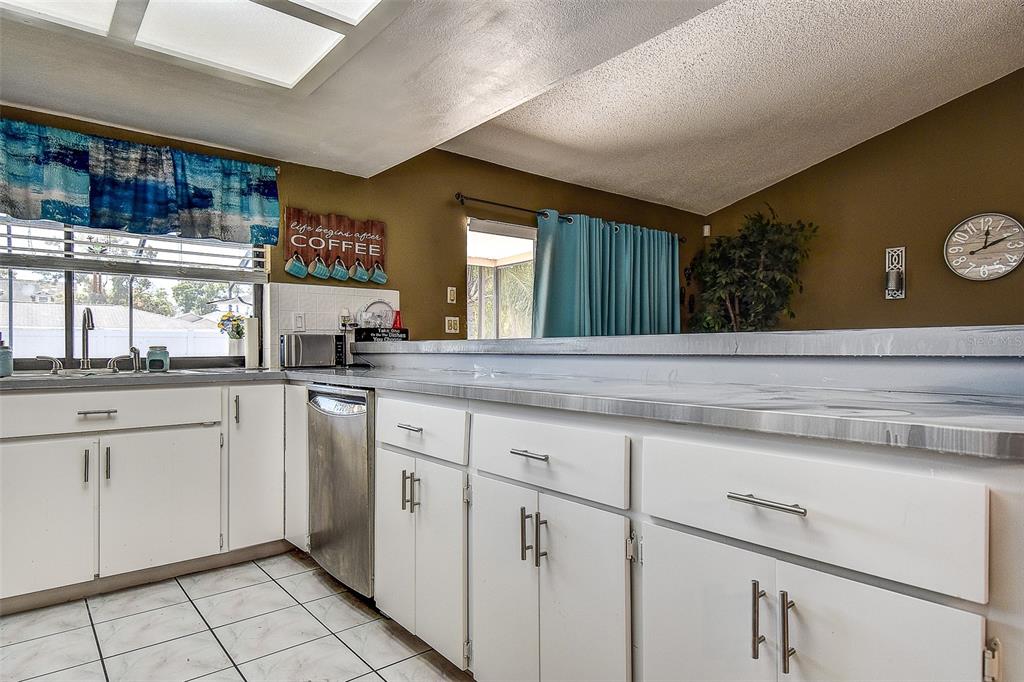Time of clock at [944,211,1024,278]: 12:10
